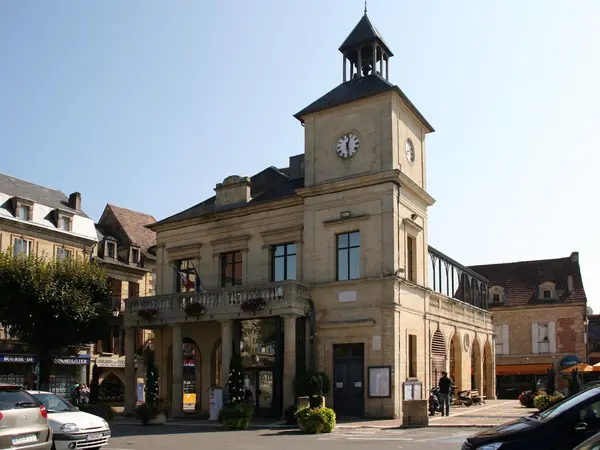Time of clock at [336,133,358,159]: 12:28
